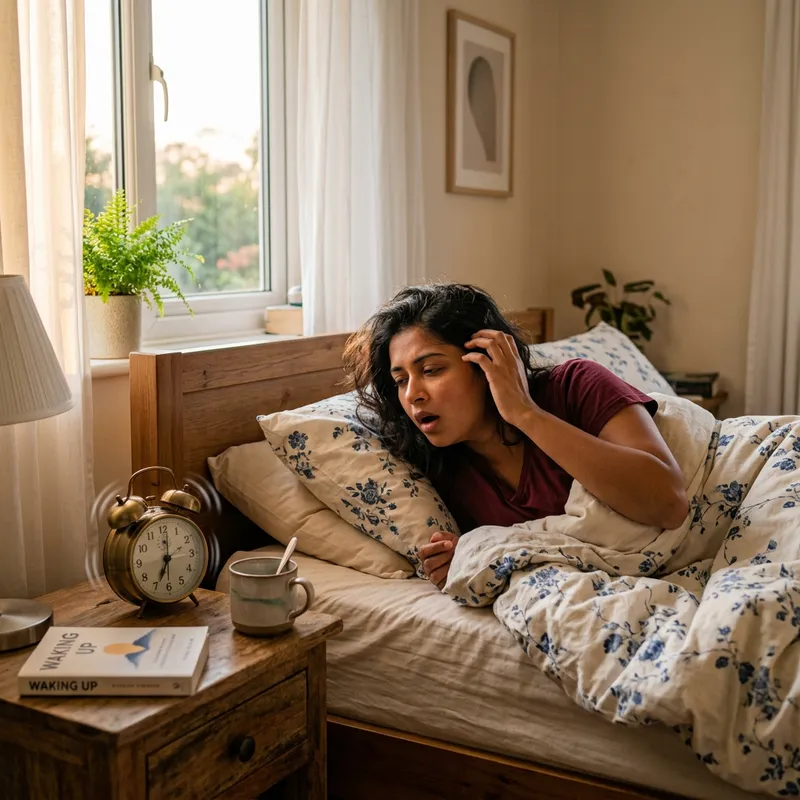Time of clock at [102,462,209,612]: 7:01
